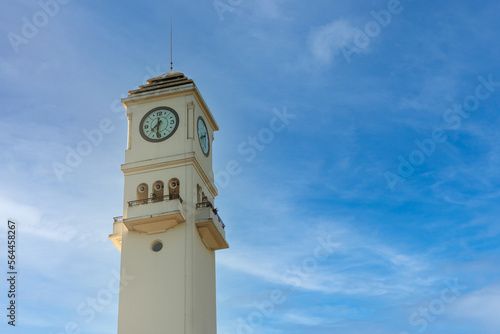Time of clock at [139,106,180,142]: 7:31
